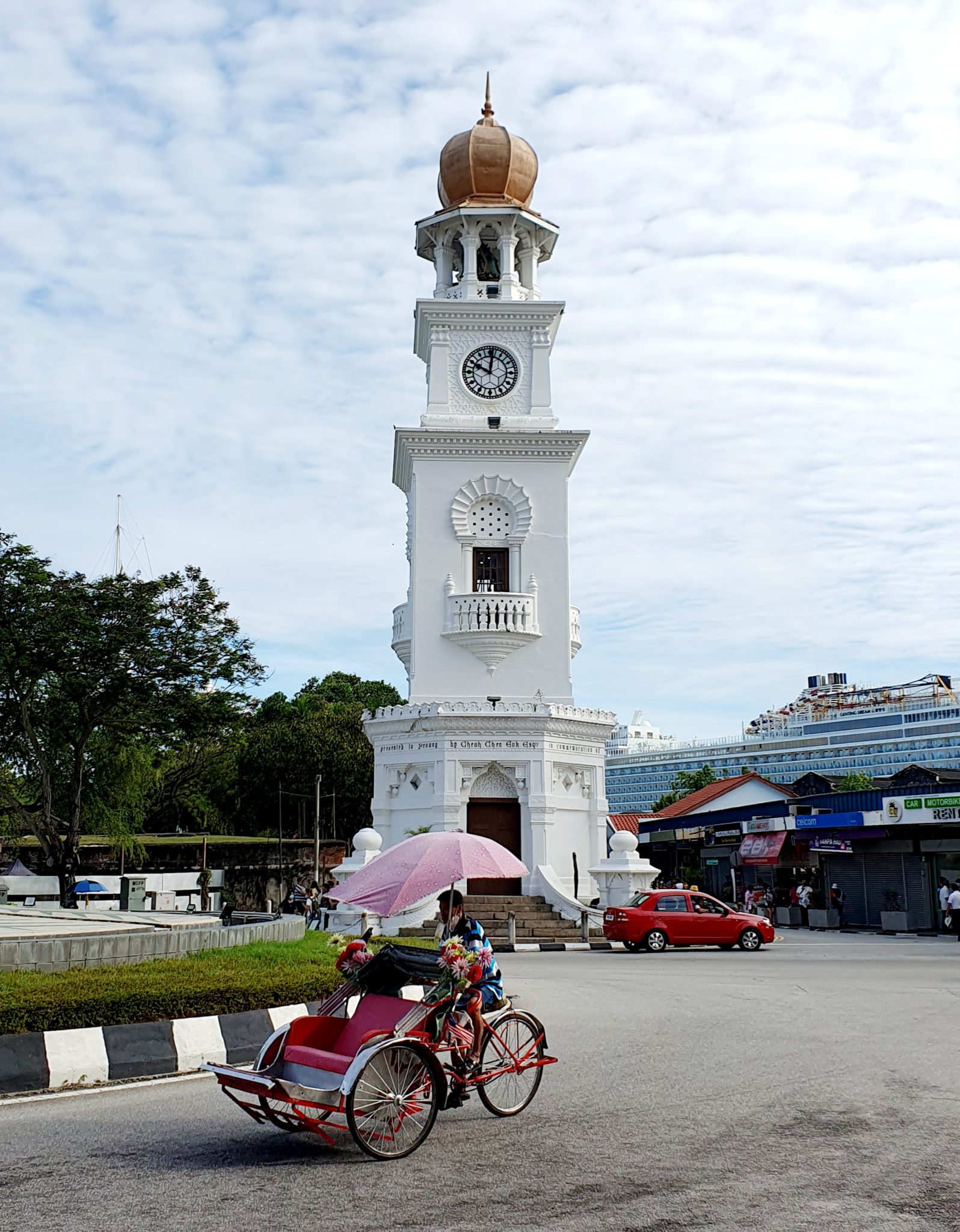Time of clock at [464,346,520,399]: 10:00
